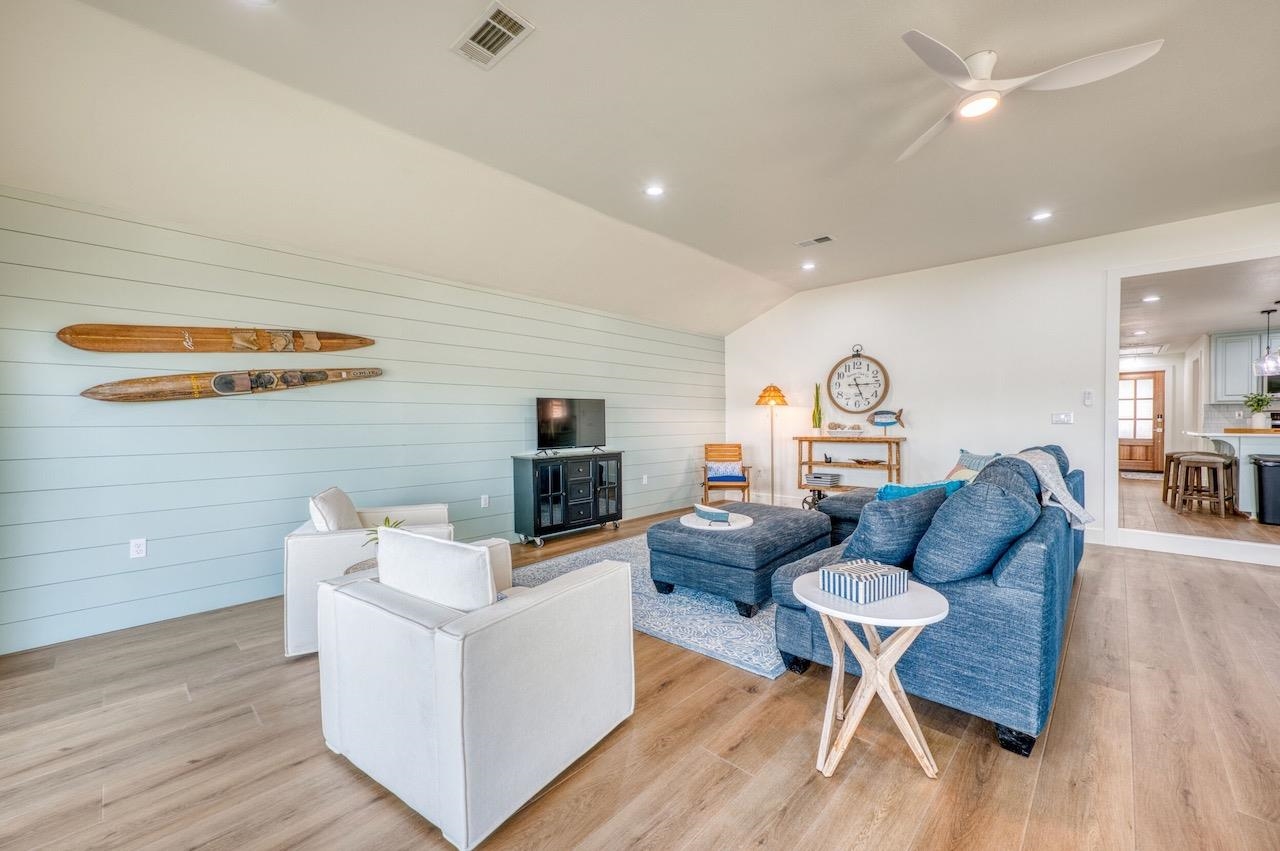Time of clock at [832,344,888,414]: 5:14
